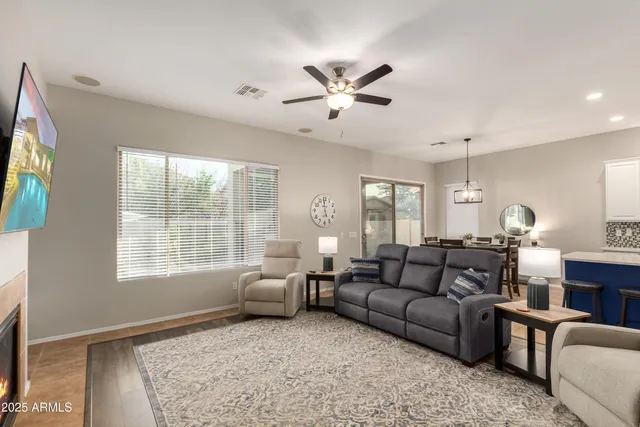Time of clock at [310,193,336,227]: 4:59
